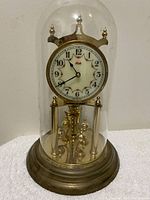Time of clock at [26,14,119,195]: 10:41
